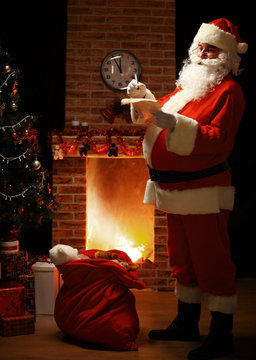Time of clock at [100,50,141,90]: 11:55
